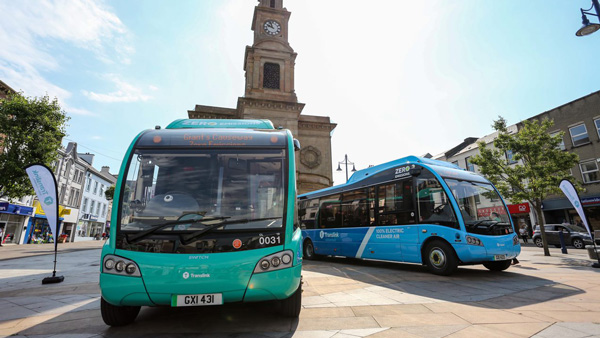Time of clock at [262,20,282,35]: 9:56
